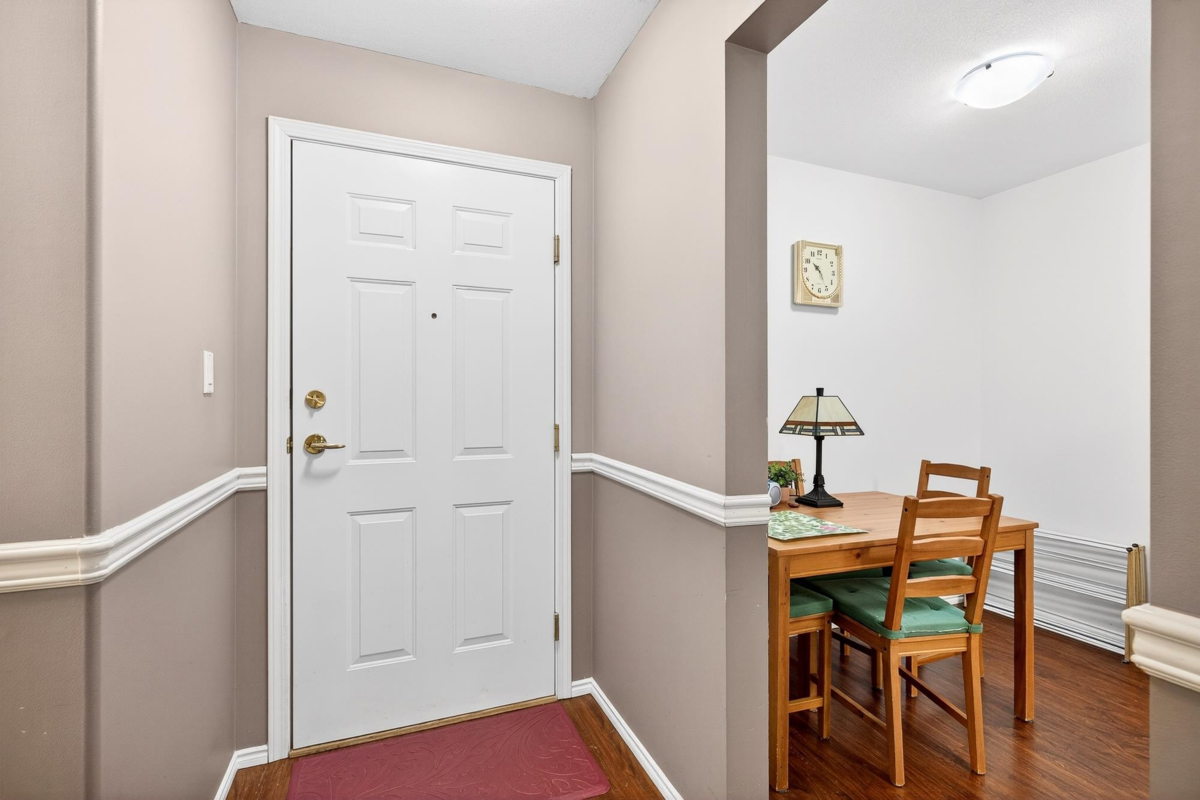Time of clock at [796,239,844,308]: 10:24
